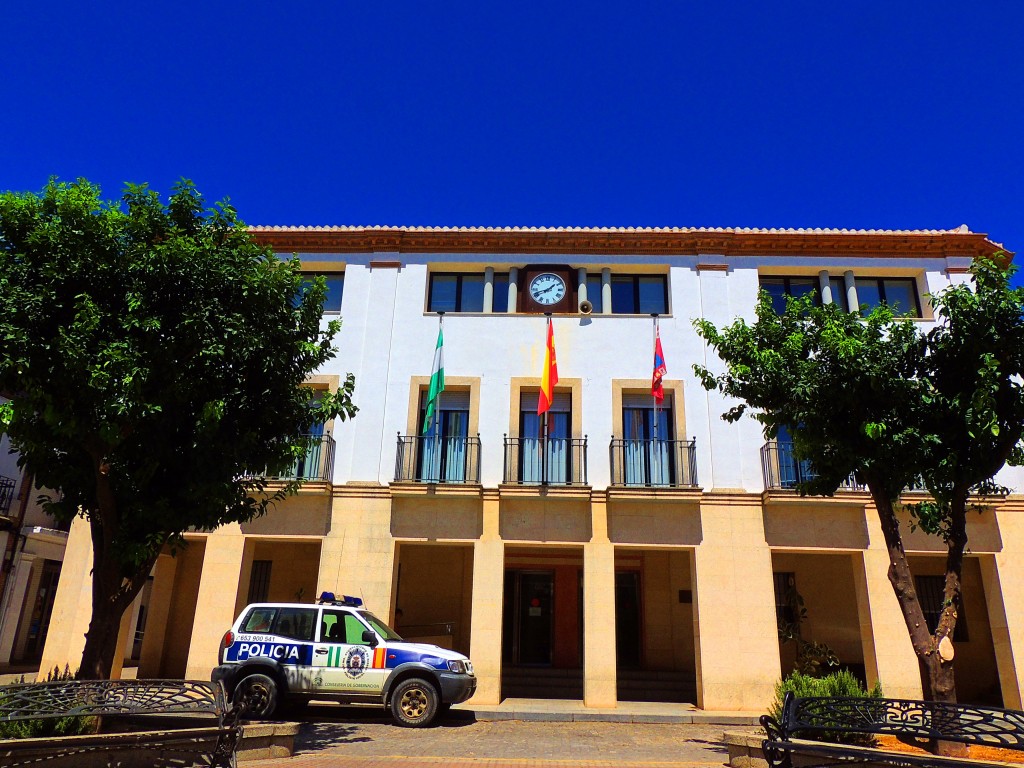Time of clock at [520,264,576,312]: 1:41
